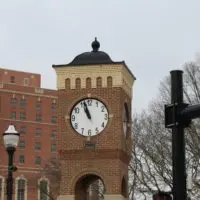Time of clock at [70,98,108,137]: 10:56
